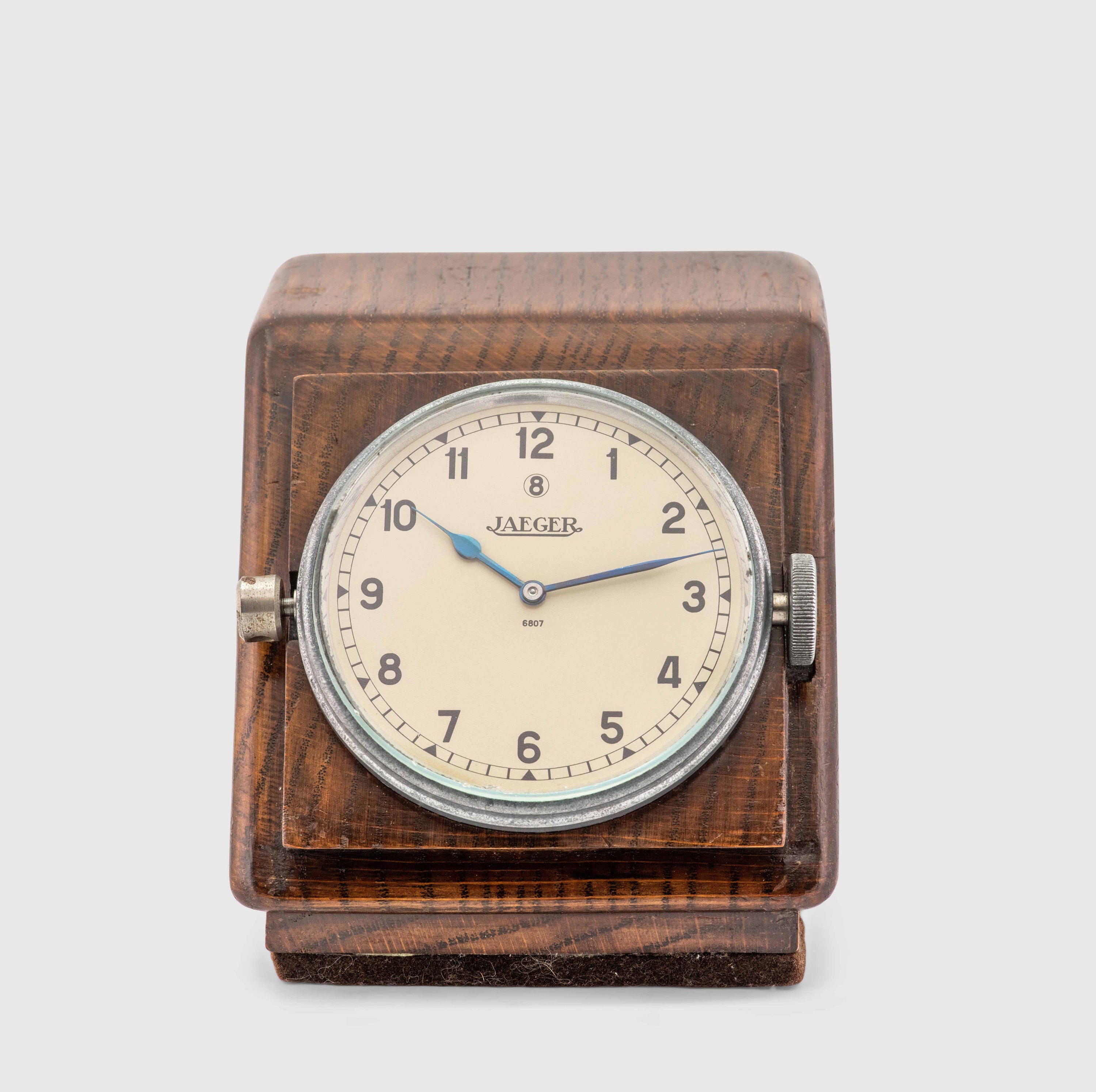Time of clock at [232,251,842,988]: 10:12
